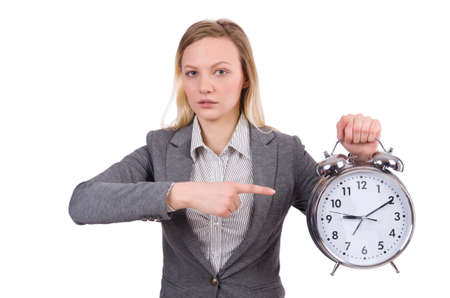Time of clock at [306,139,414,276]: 9:10
